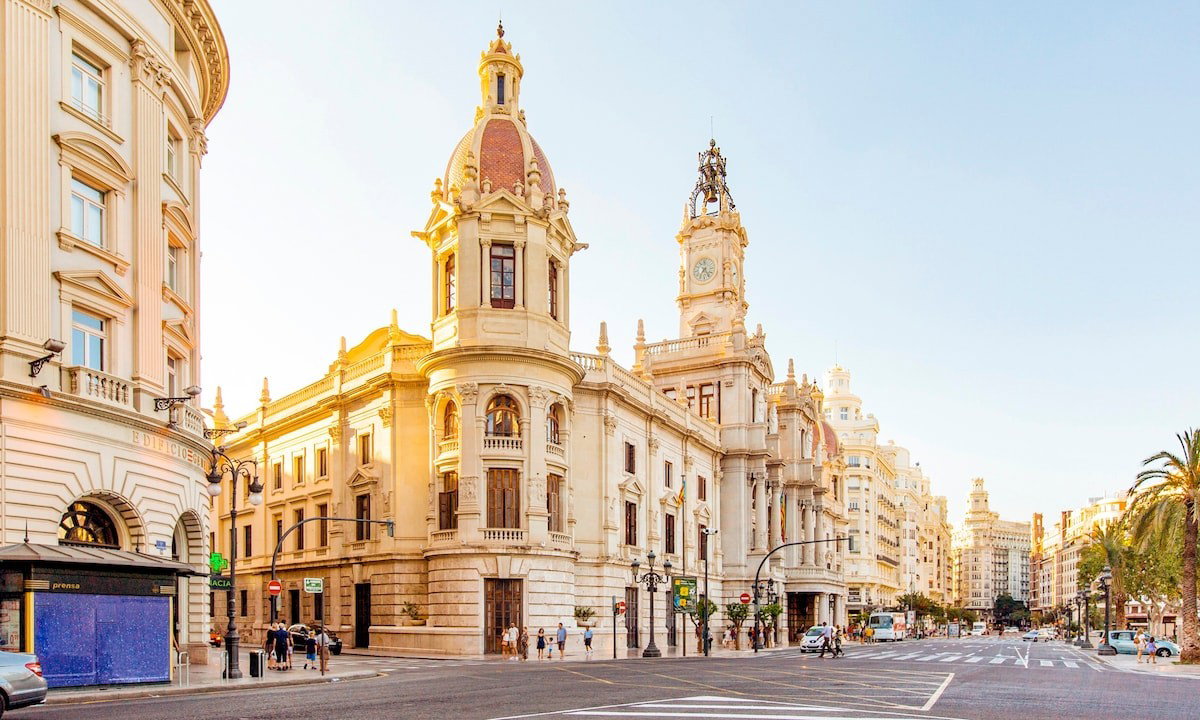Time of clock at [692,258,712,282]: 7:24
